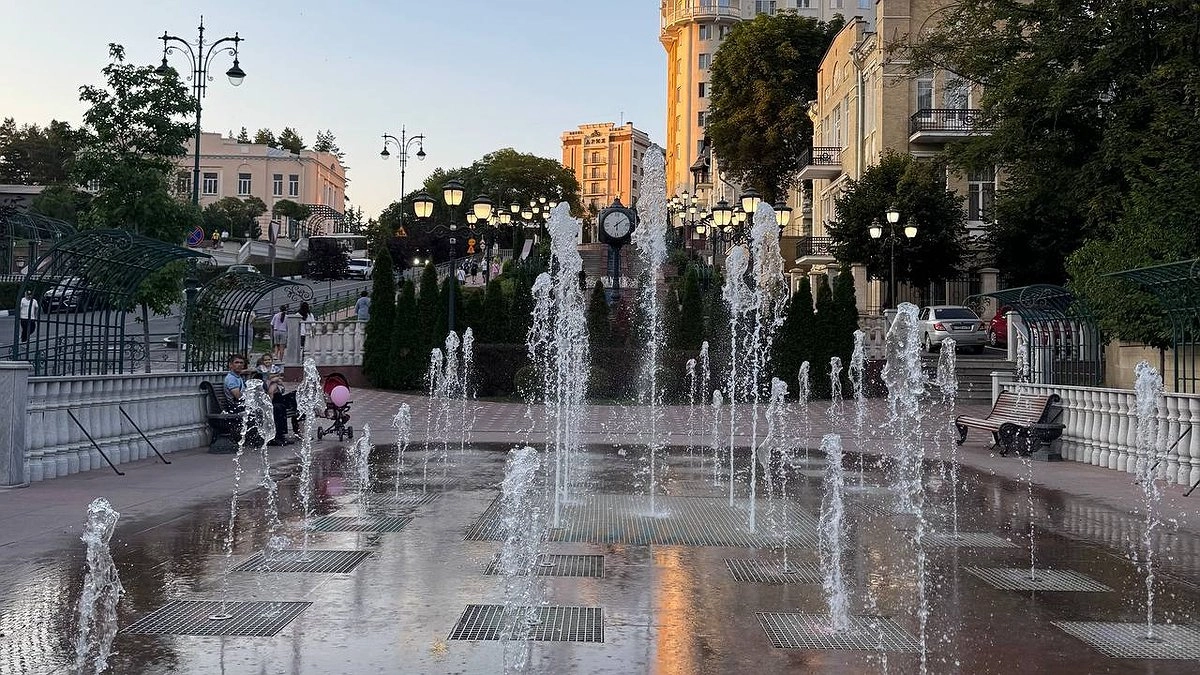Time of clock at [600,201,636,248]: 6:08
